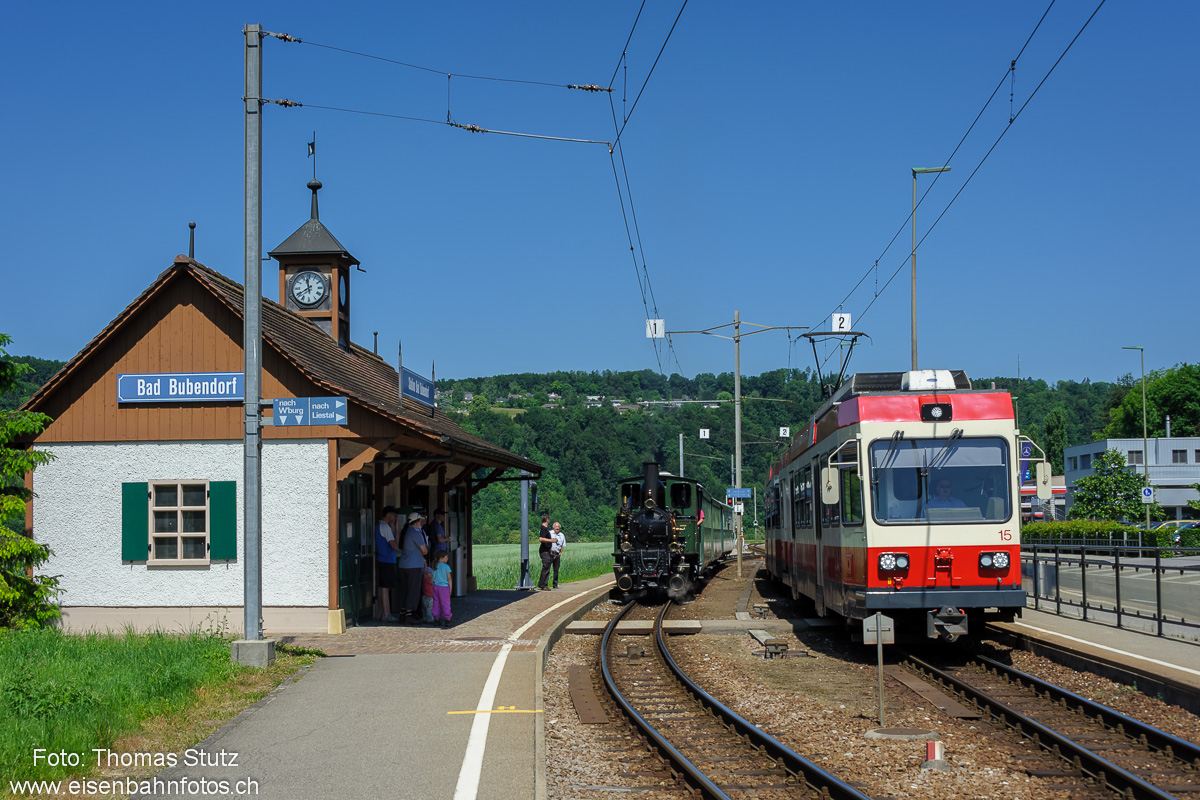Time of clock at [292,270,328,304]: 11:39
